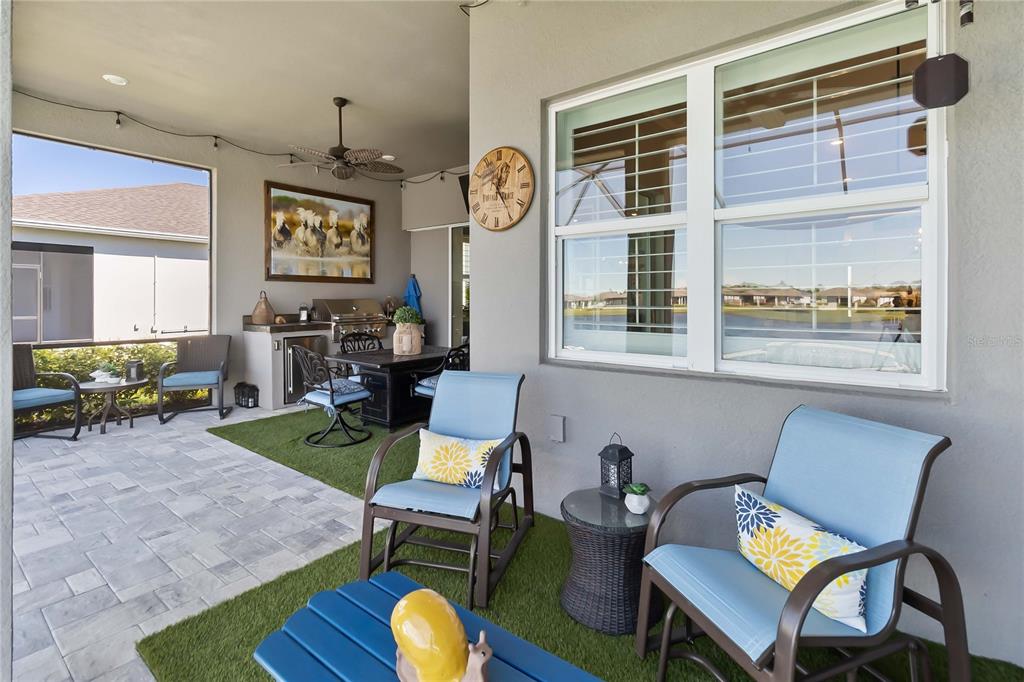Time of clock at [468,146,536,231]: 12:24
